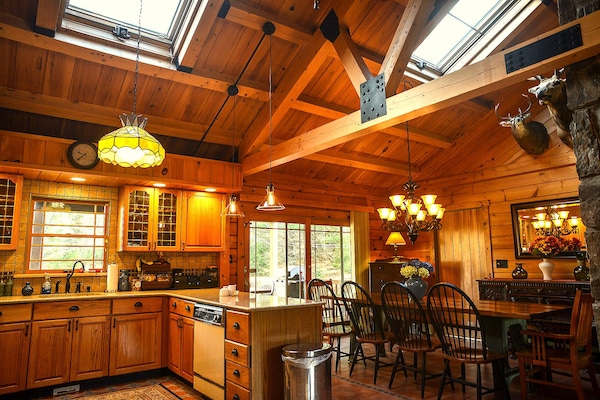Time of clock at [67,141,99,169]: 9:38
